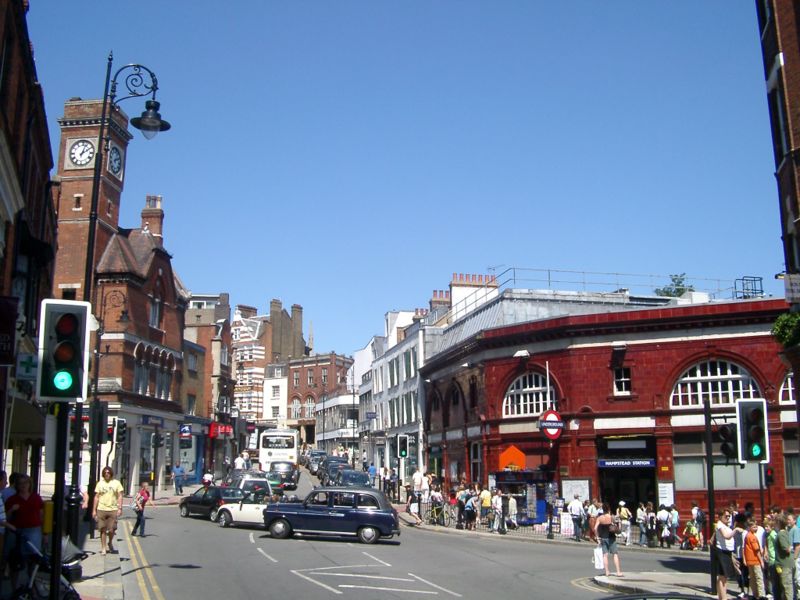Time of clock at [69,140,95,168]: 2:03
